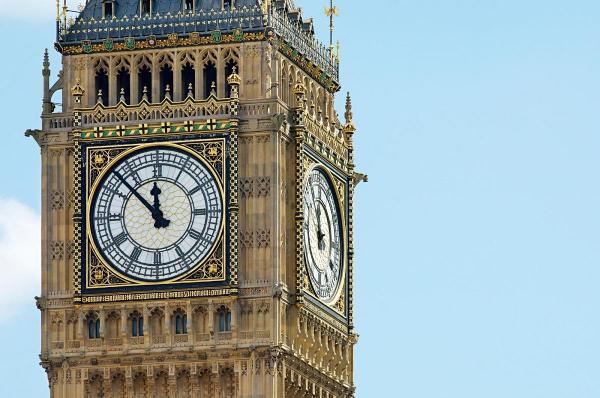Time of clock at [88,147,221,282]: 11:52
